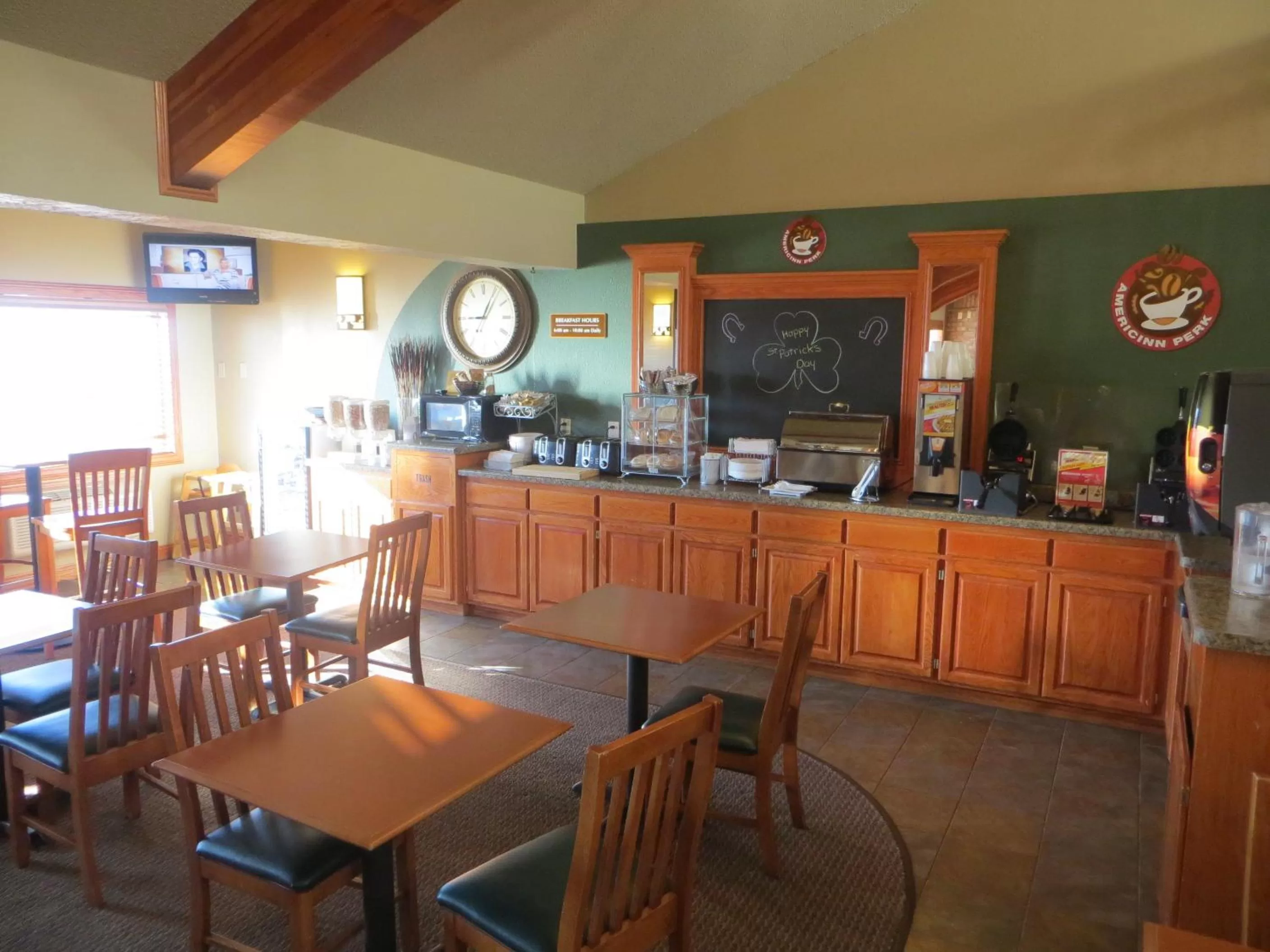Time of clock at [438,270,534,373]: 9:04
